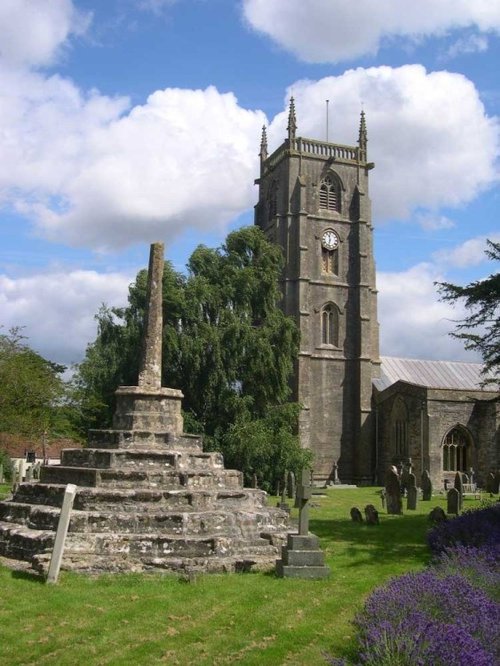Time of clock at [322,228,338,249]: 11:32
